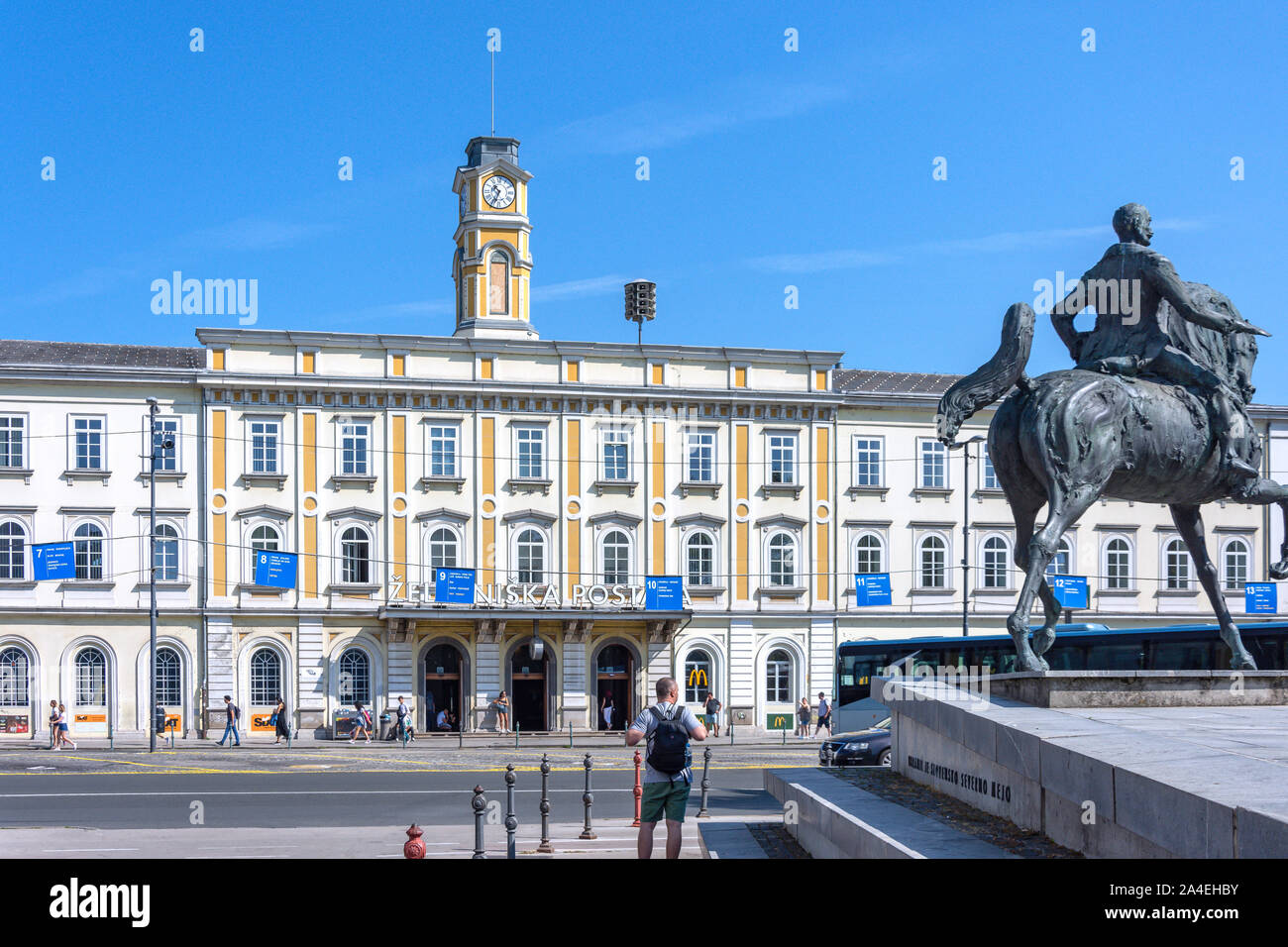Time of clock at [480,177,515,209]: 10:34
